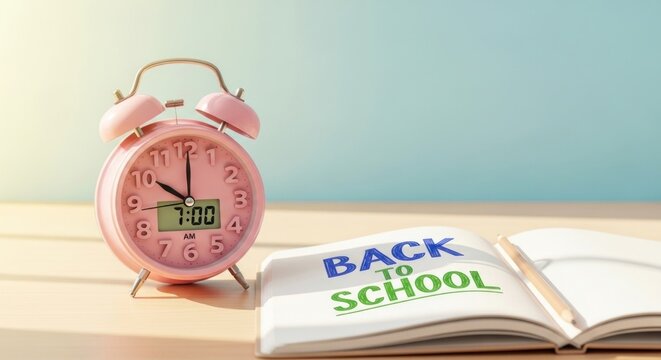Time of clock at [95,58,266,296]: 10:00
